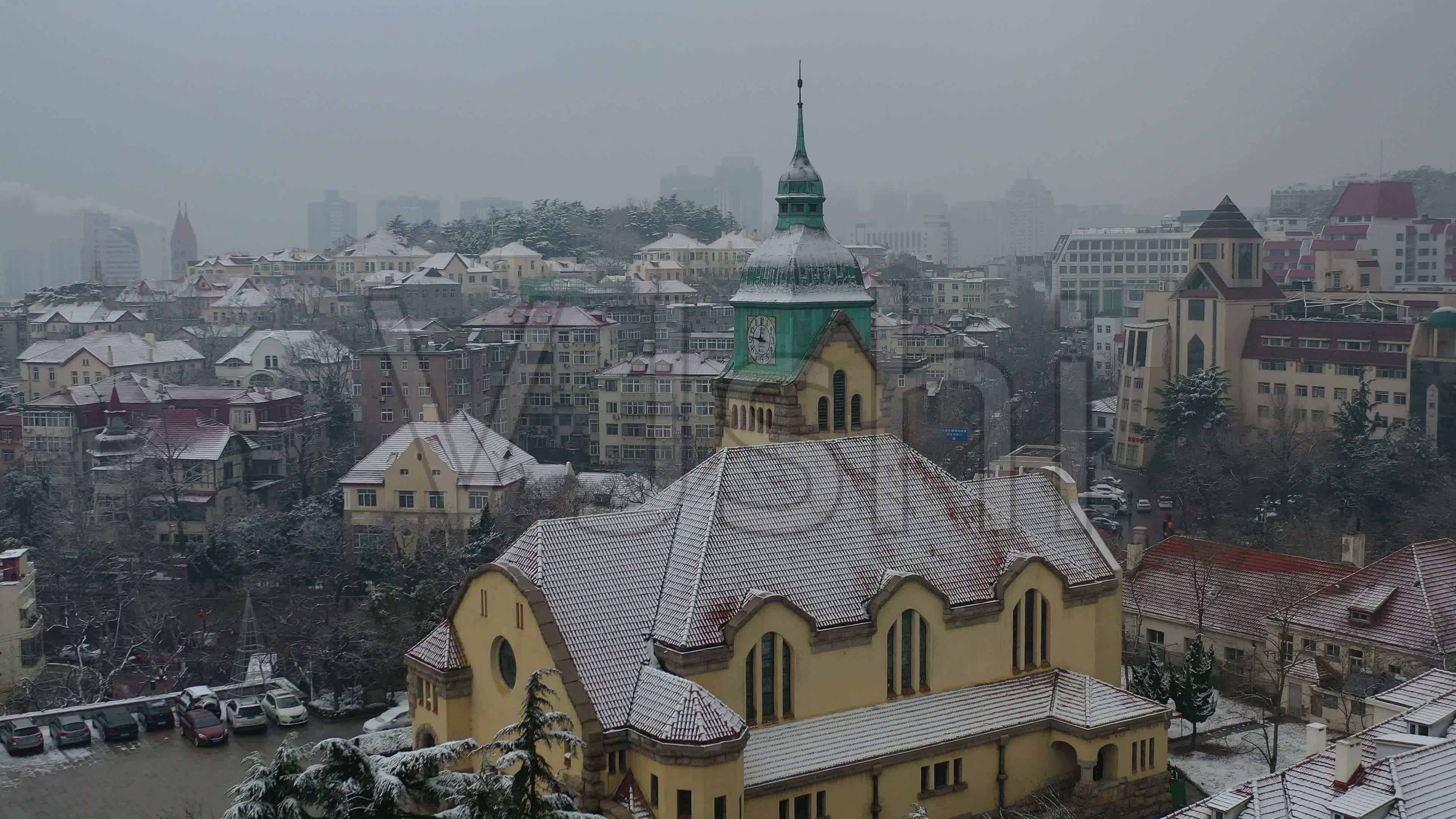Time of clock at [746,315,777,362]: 11:46
